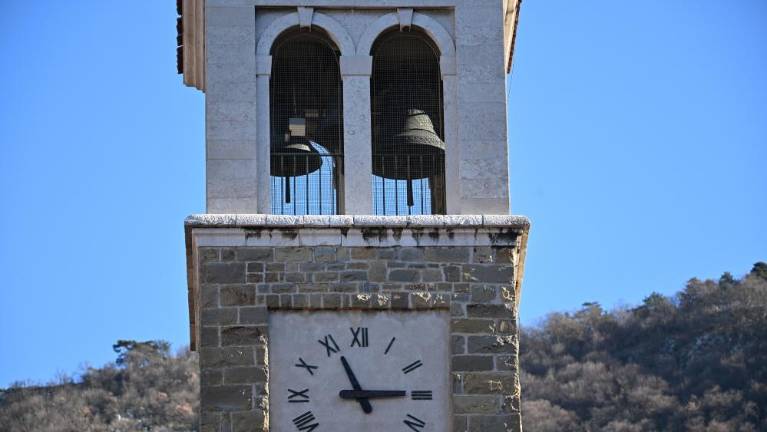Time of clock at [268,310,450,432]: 11:14
